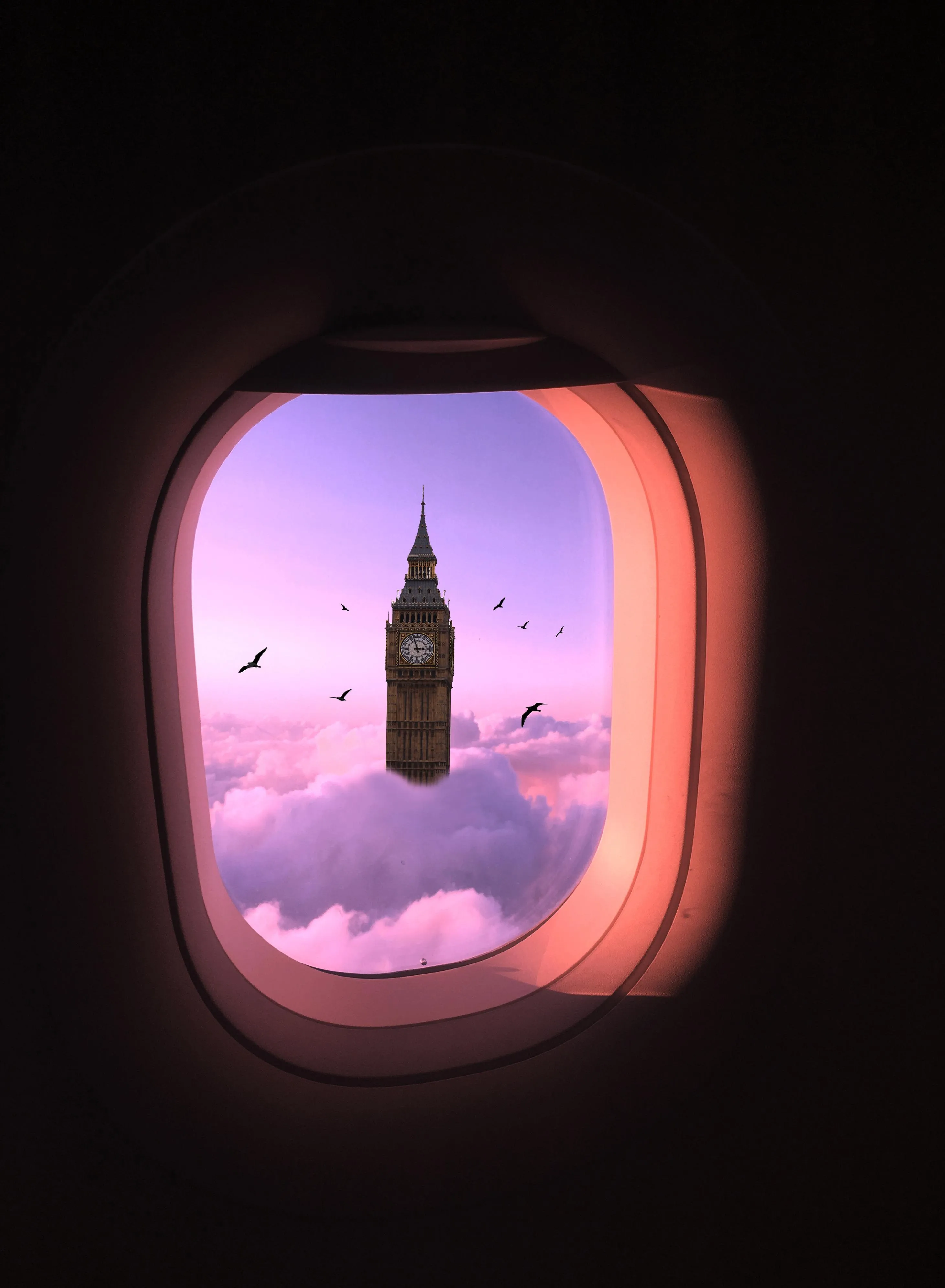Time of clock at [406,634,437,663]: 2:56
